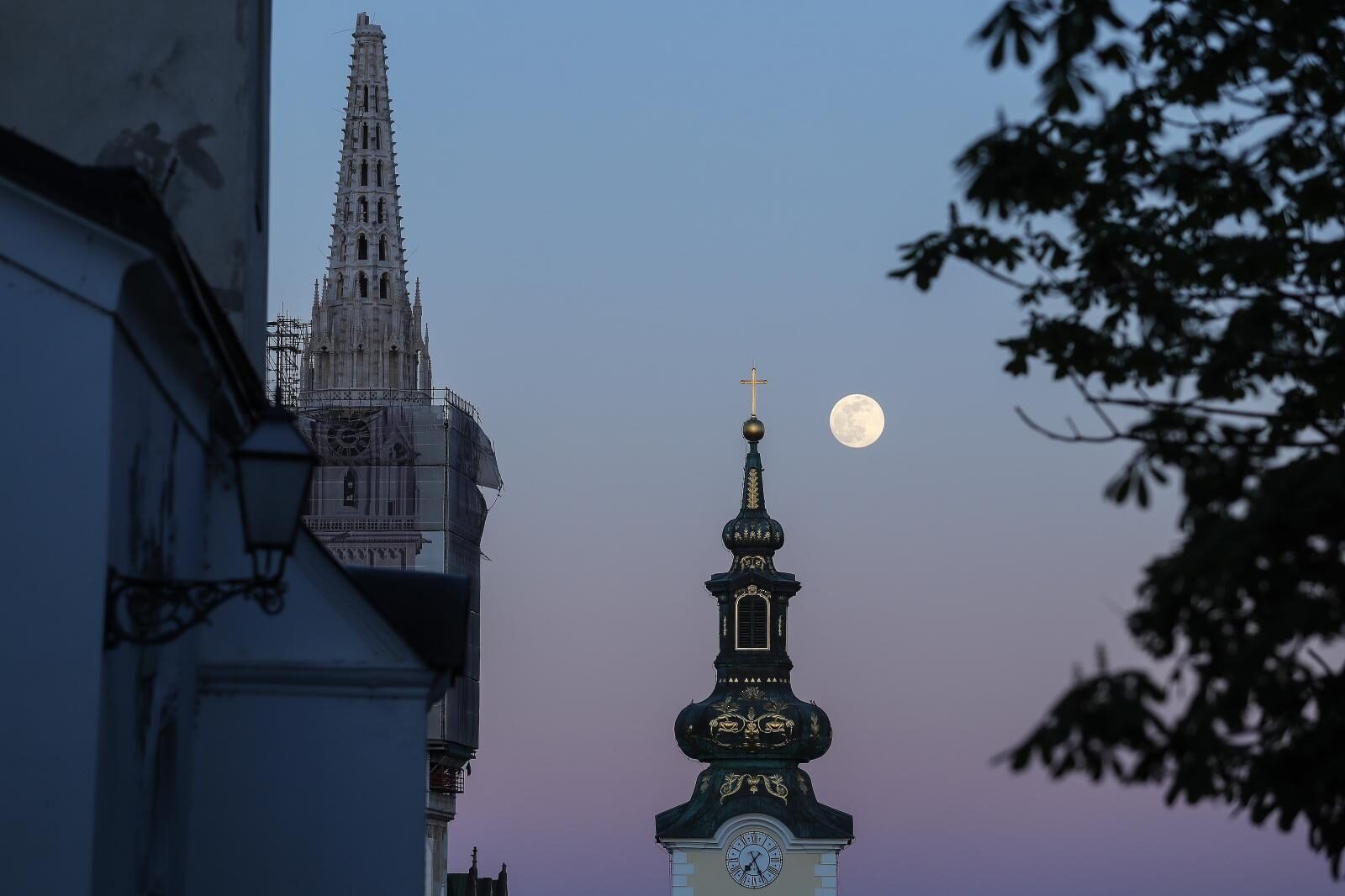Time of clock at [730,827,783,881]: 7:25
